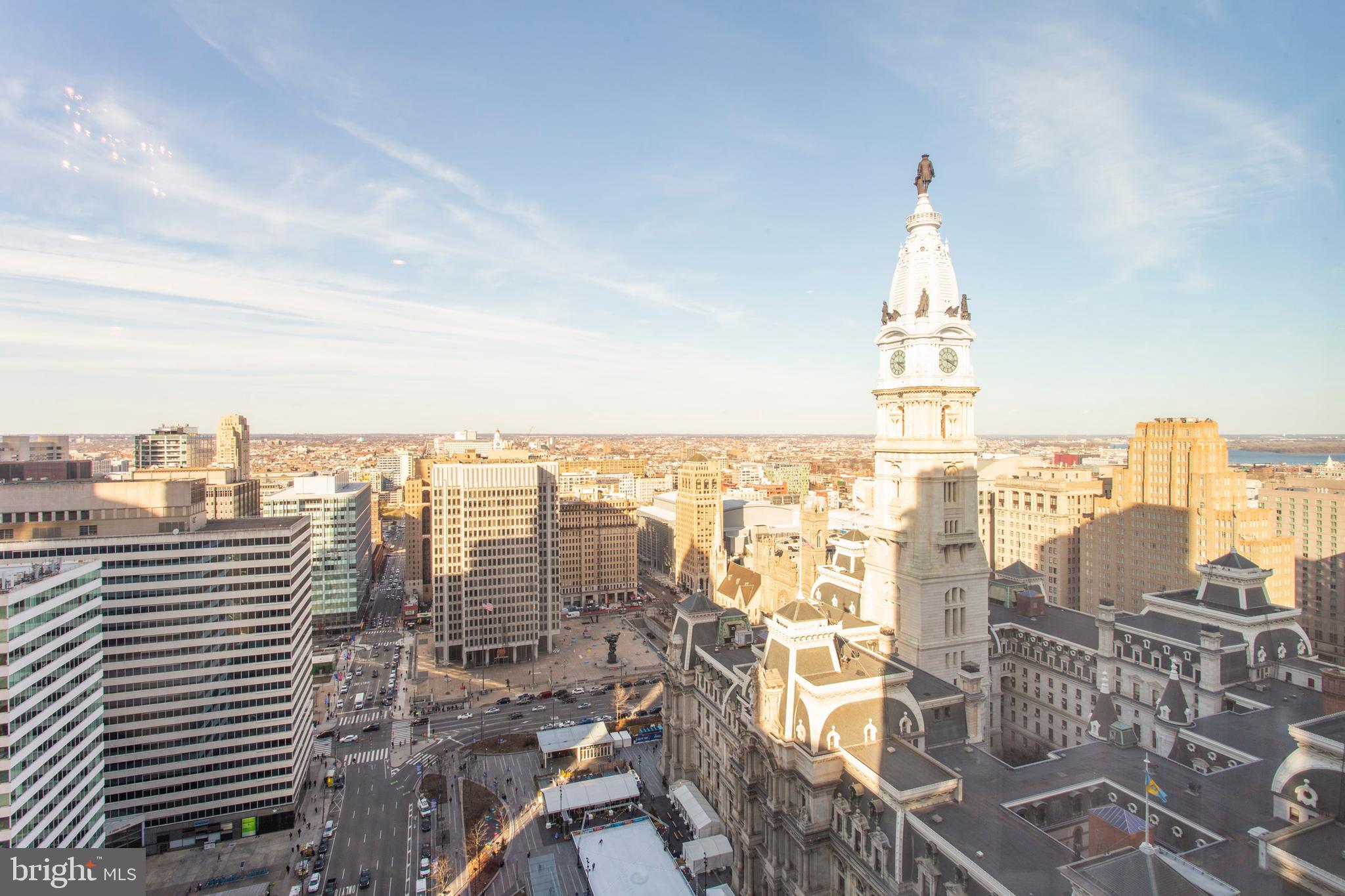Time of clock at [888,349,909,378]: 3:21
